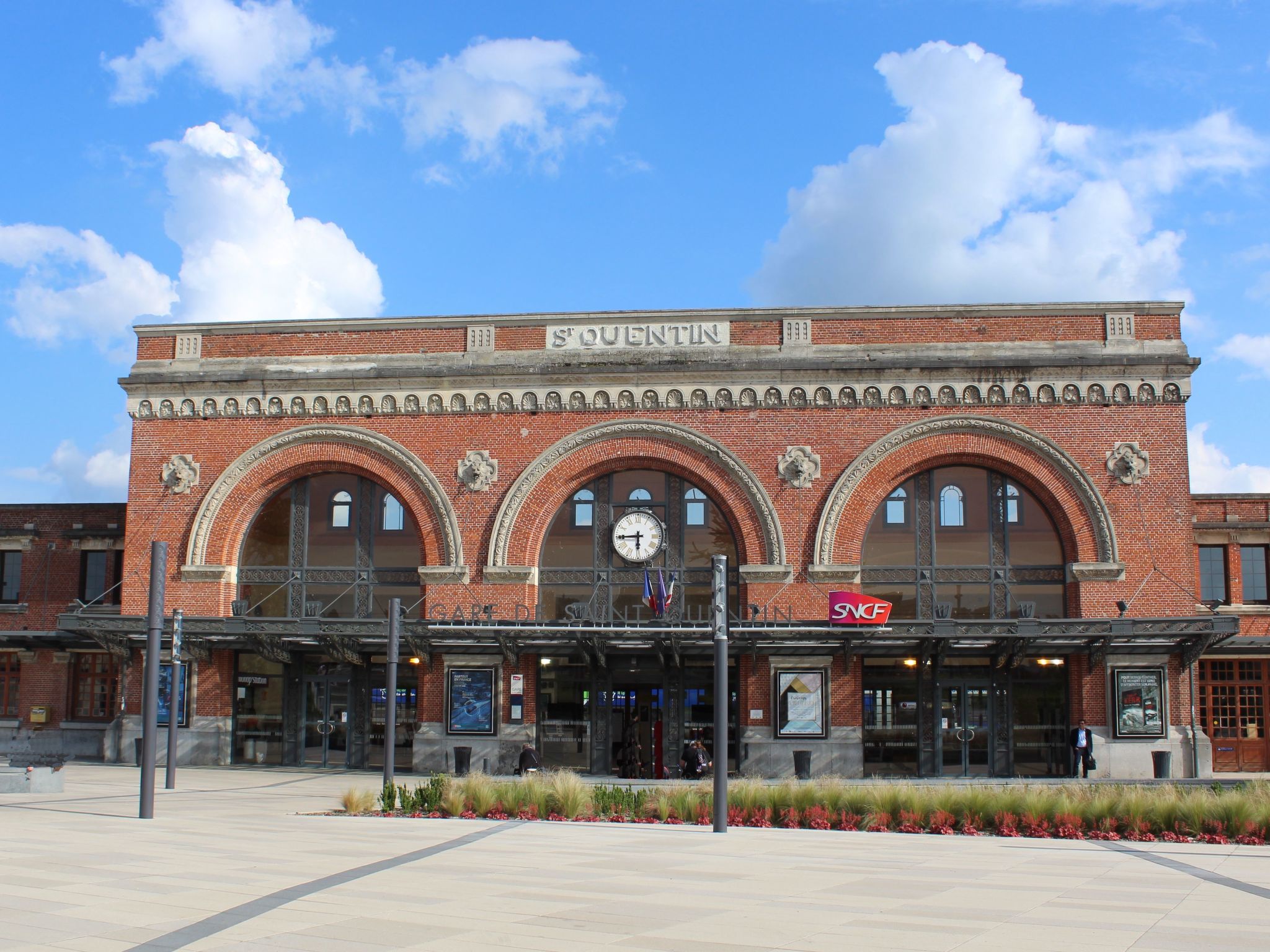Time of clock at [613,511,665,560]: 5:44
